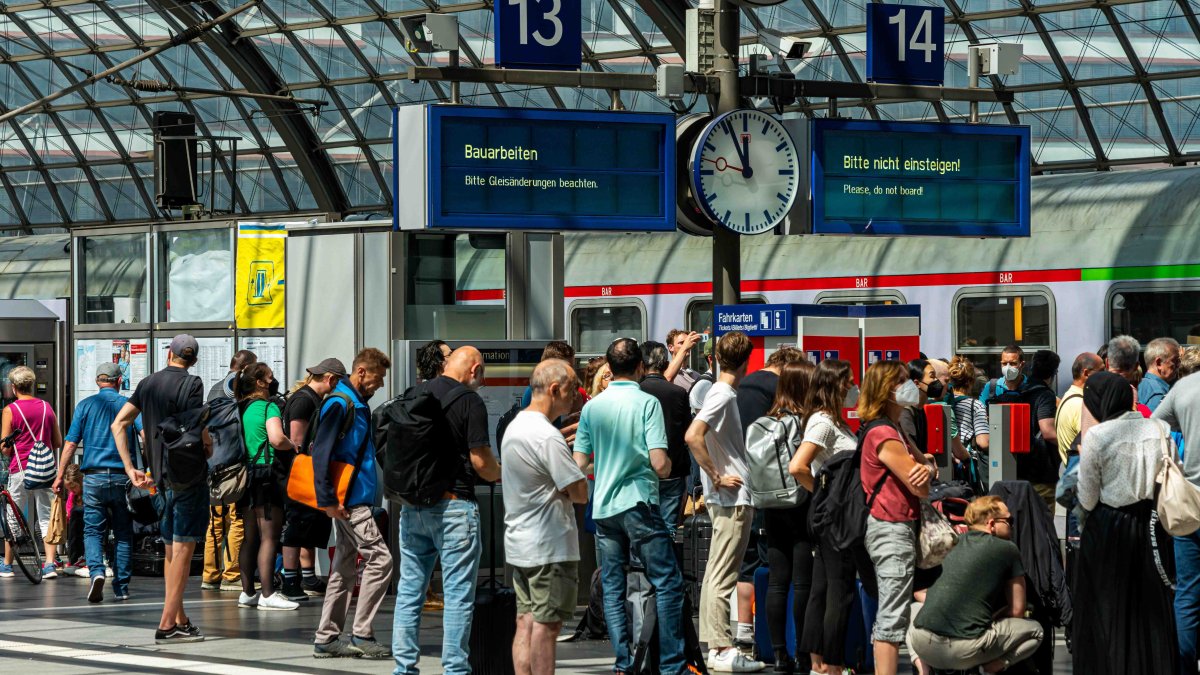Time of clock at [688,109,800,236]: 11:55
